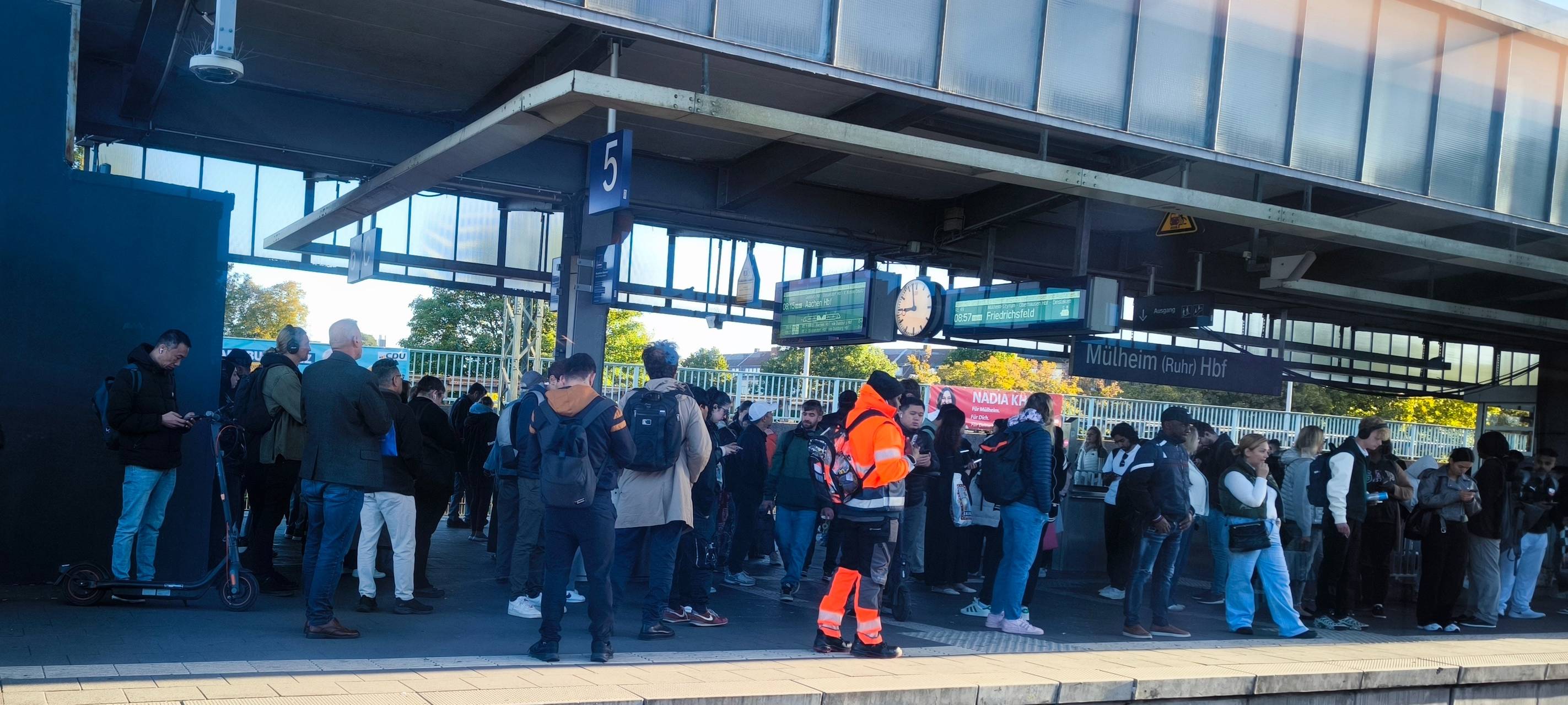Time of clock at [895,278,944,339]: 8:57
